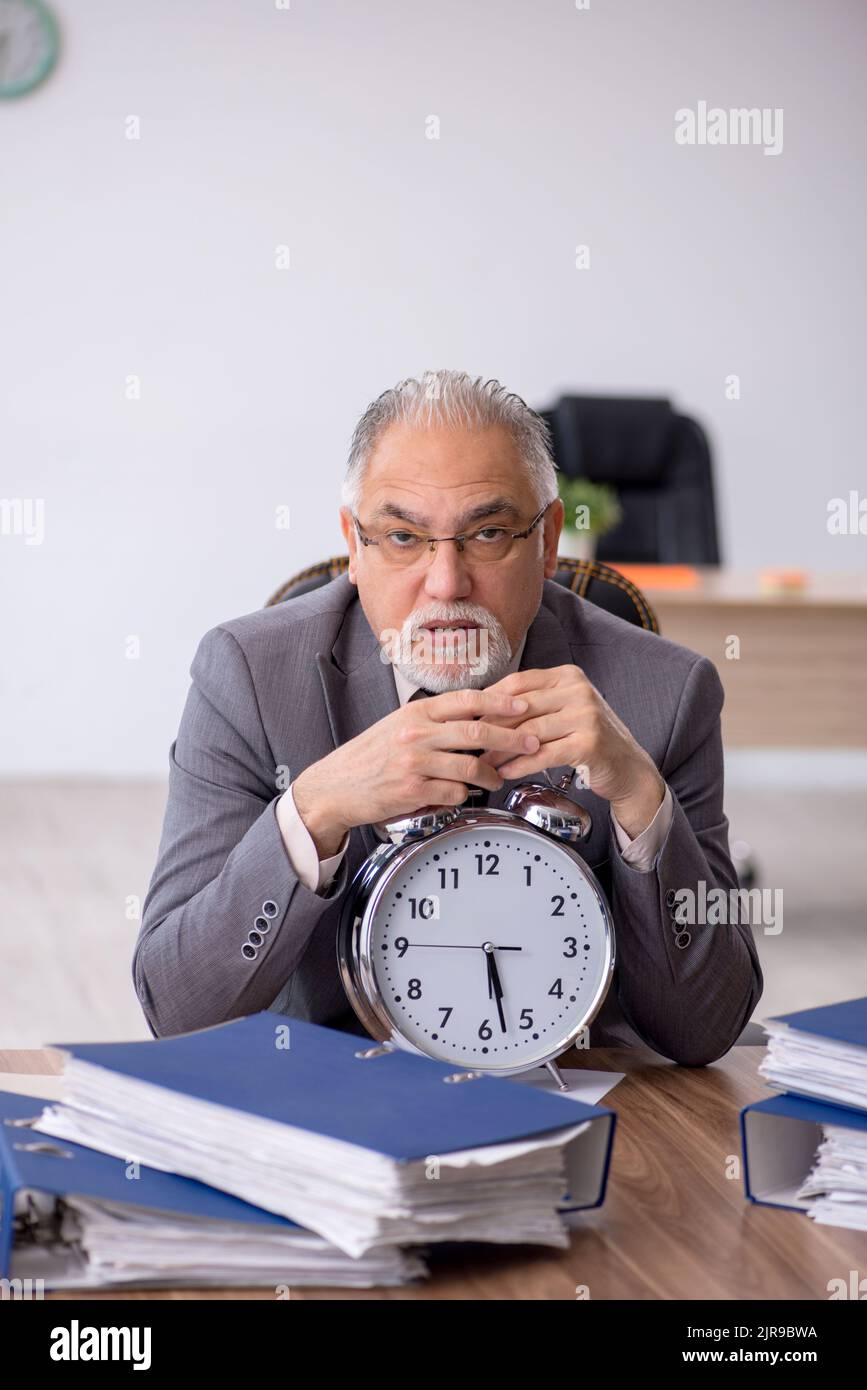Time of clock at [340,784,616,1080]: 5:27
